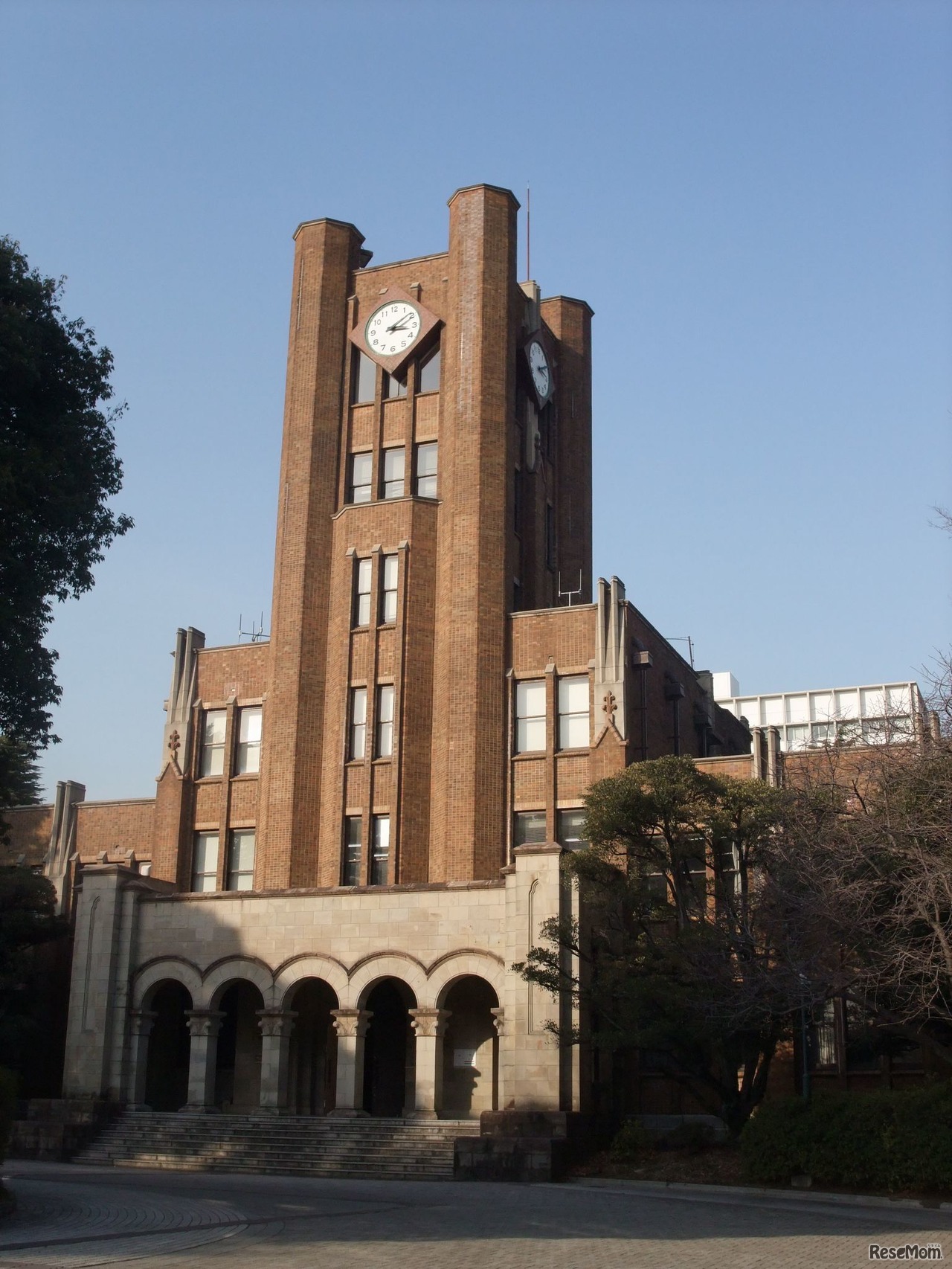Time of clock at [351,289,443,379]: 3:09
